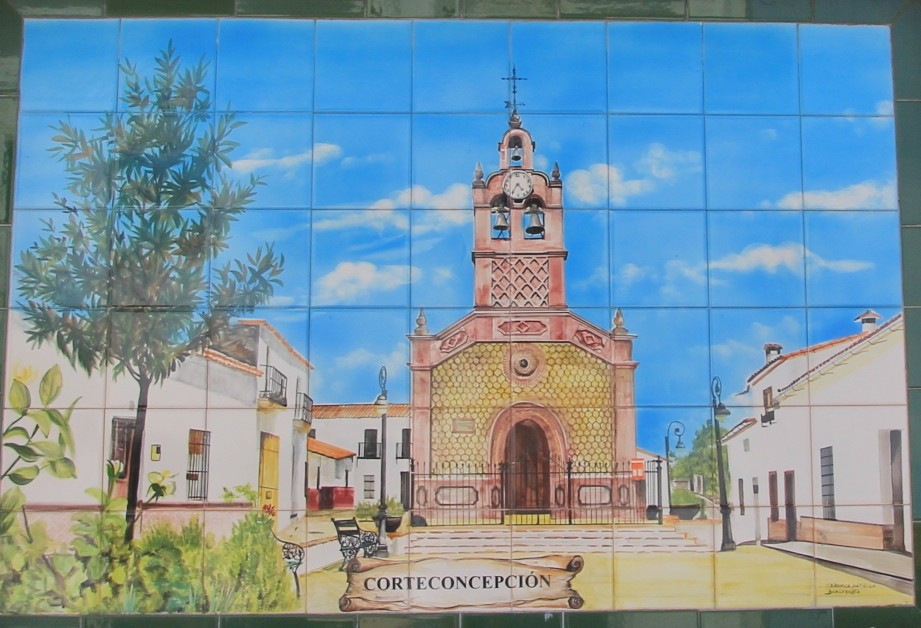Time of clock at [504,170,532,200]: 4:35
